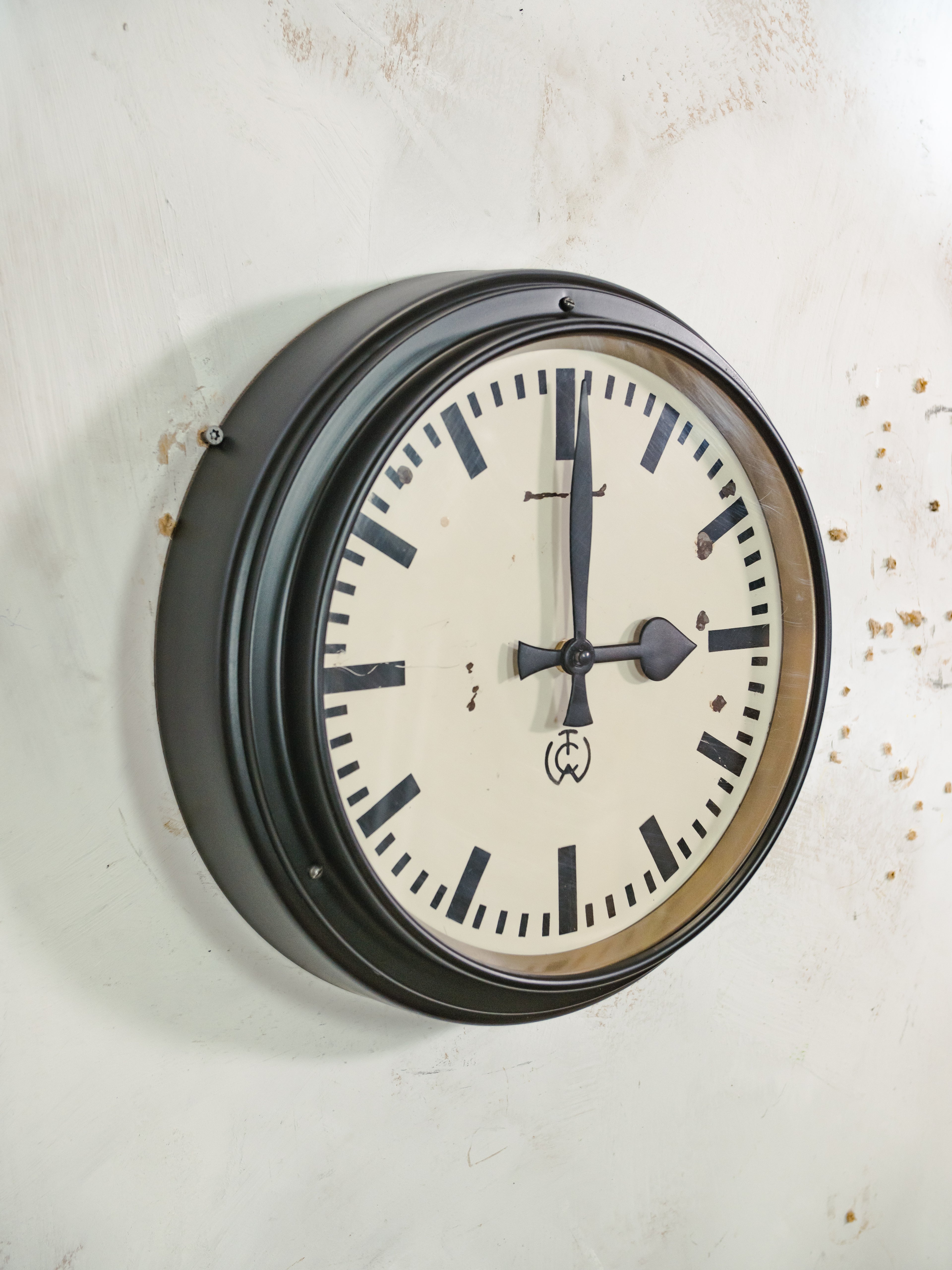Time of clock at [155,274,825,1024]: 3:00
